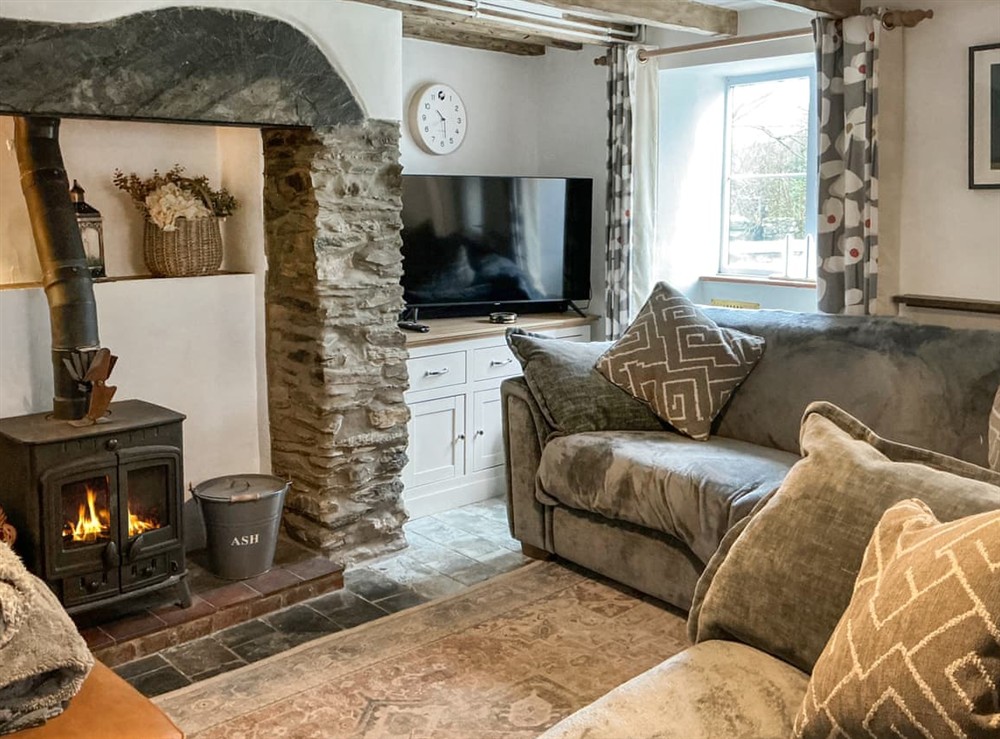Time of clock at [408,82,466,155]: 10:28
